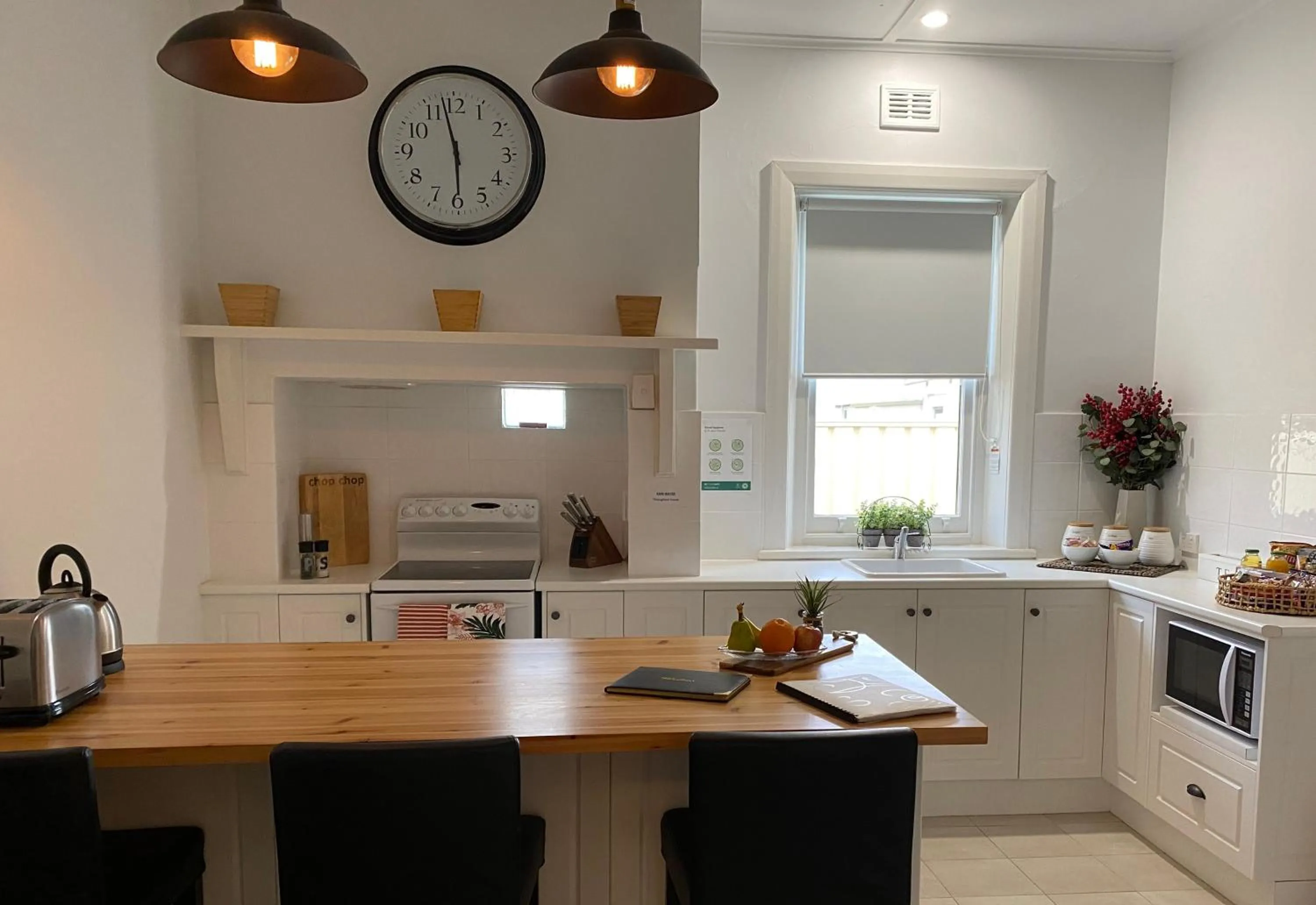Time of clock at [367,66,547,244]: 5:57
